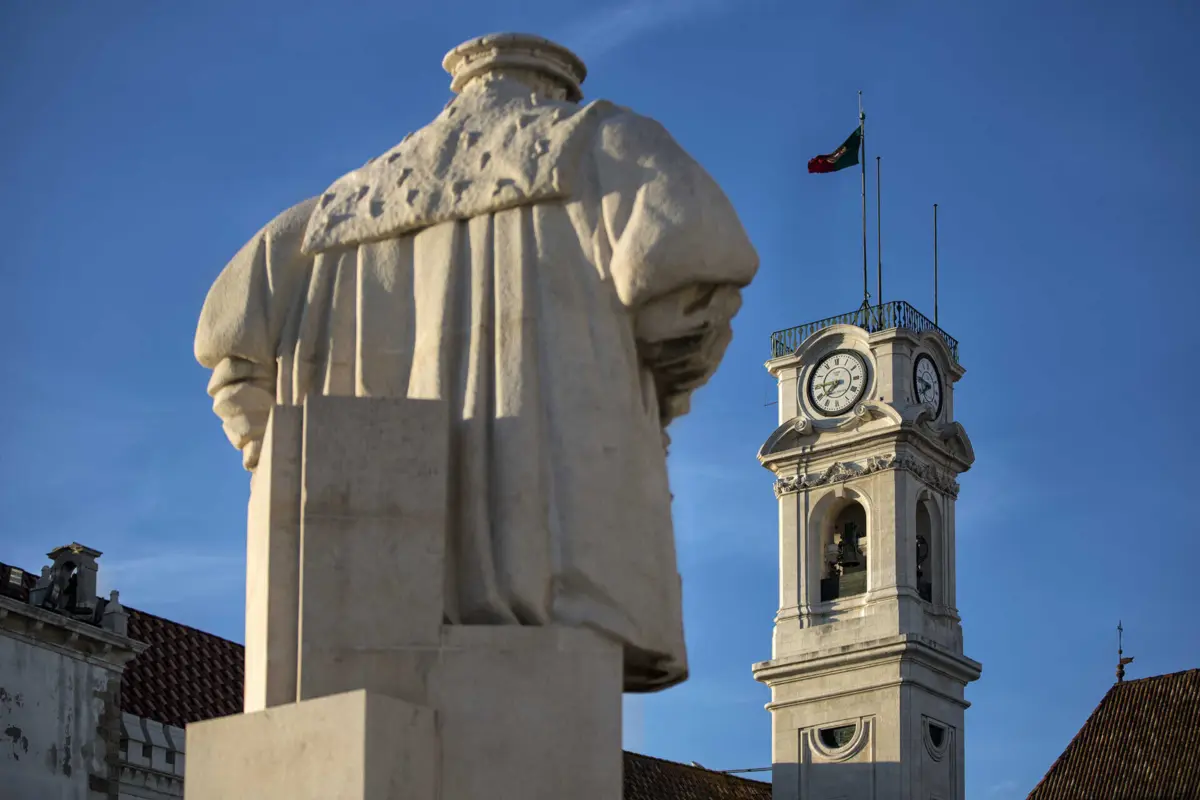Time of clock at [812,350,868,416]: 7:45
